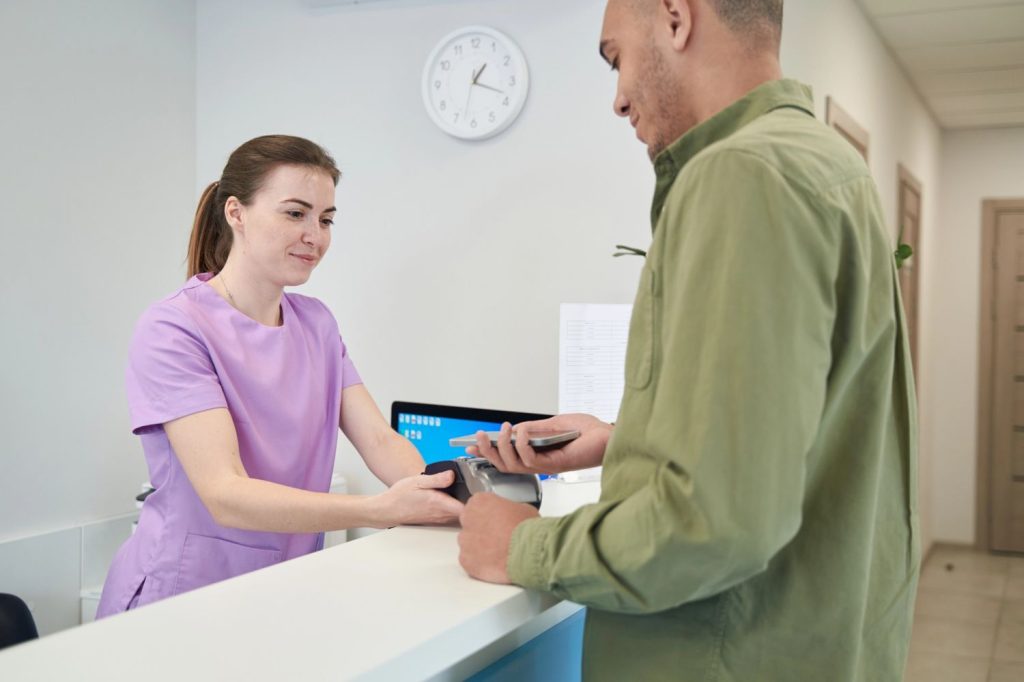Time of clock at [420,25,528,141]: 1:18
